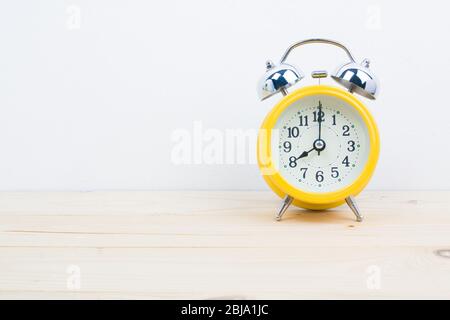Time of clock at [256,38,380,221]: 8:00
